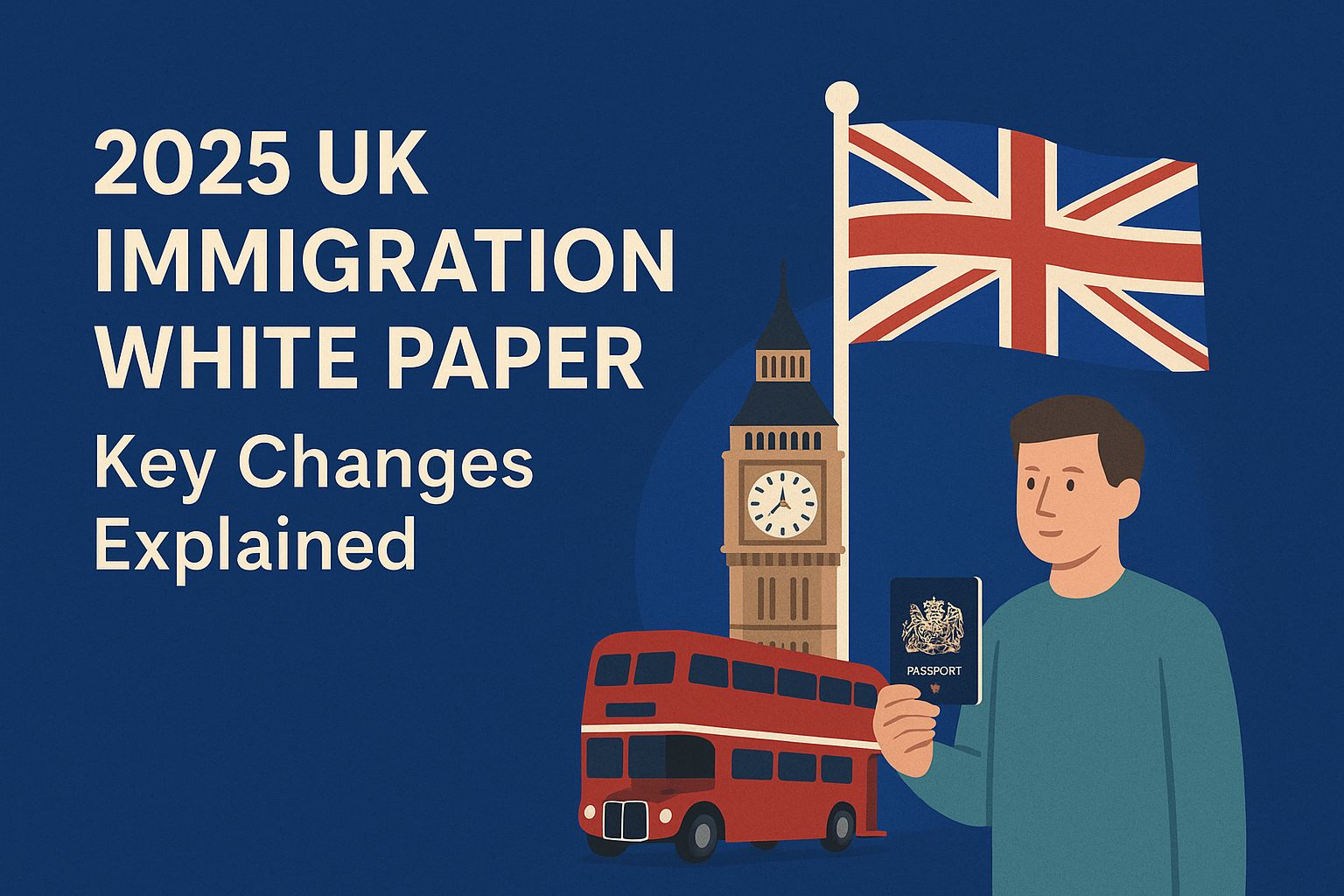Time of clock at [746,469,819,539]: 11:37
